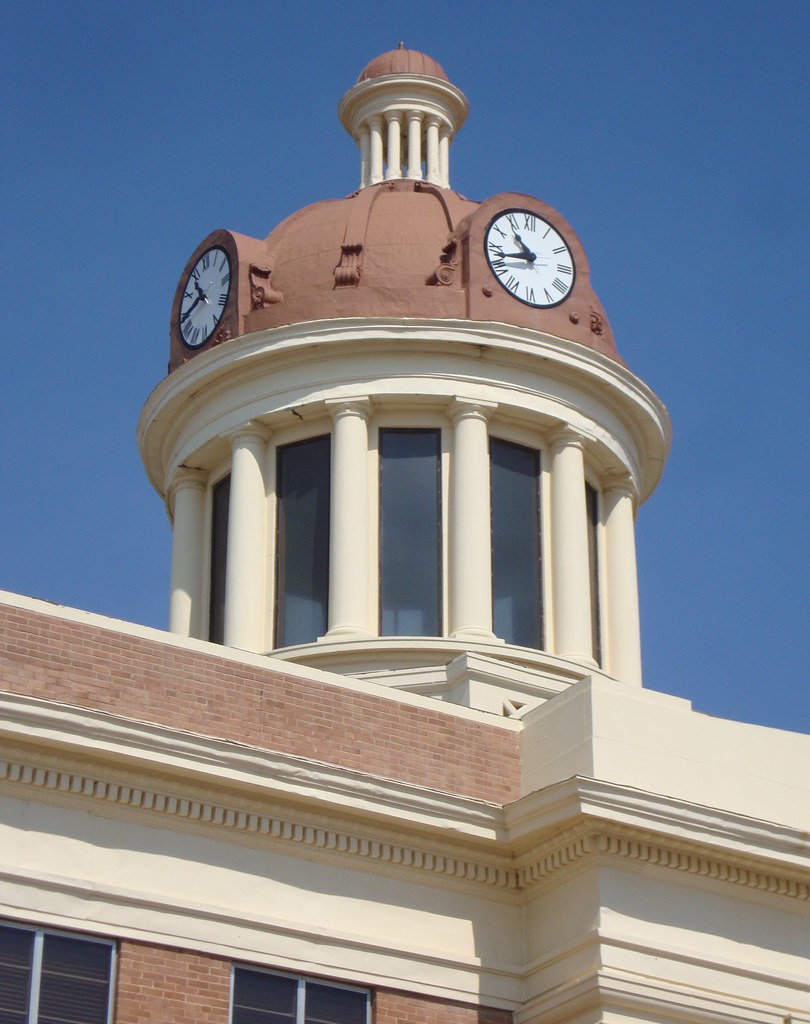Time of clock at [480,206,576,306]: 10:42
